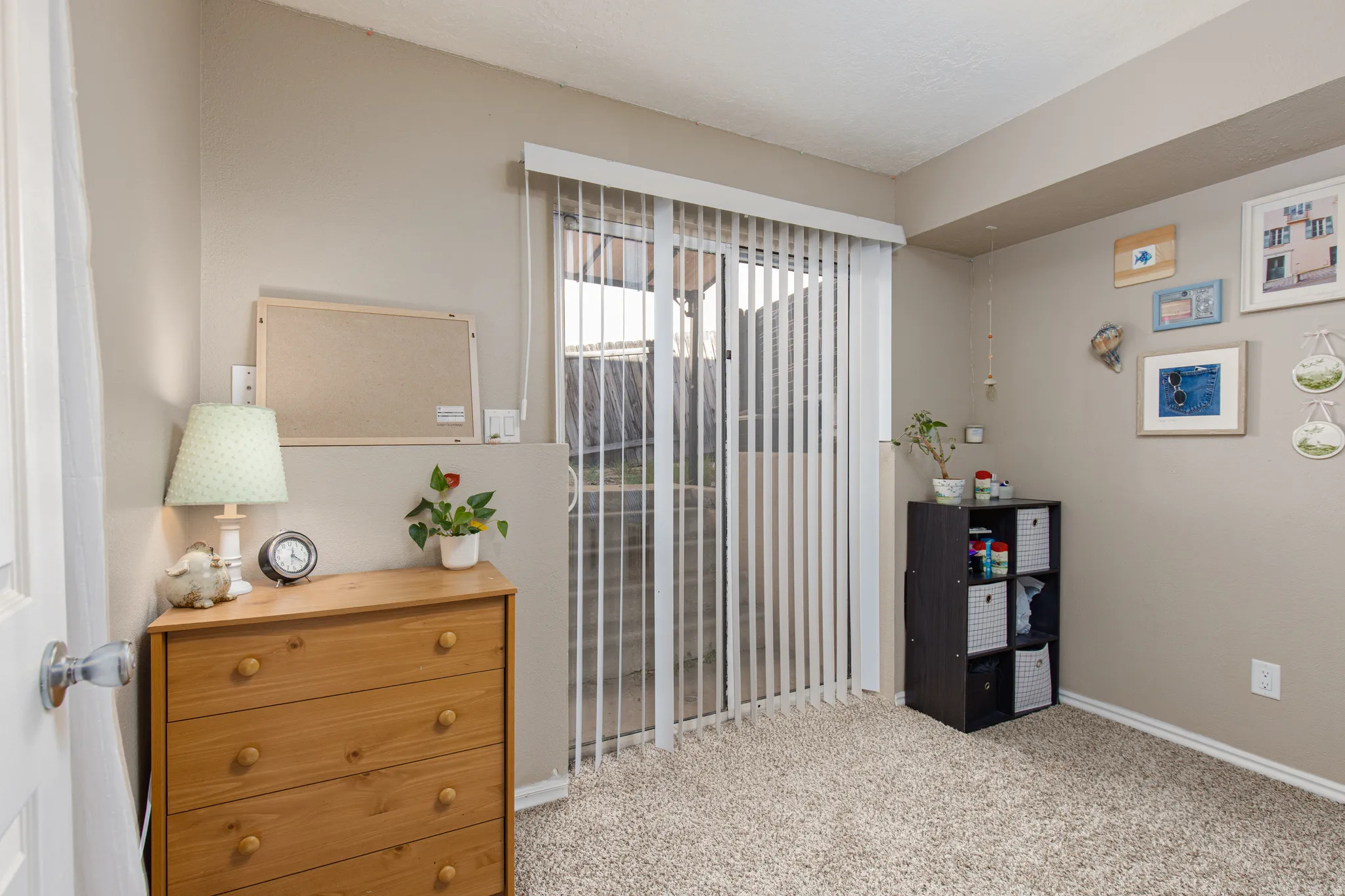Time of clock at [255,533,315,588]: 12:21
